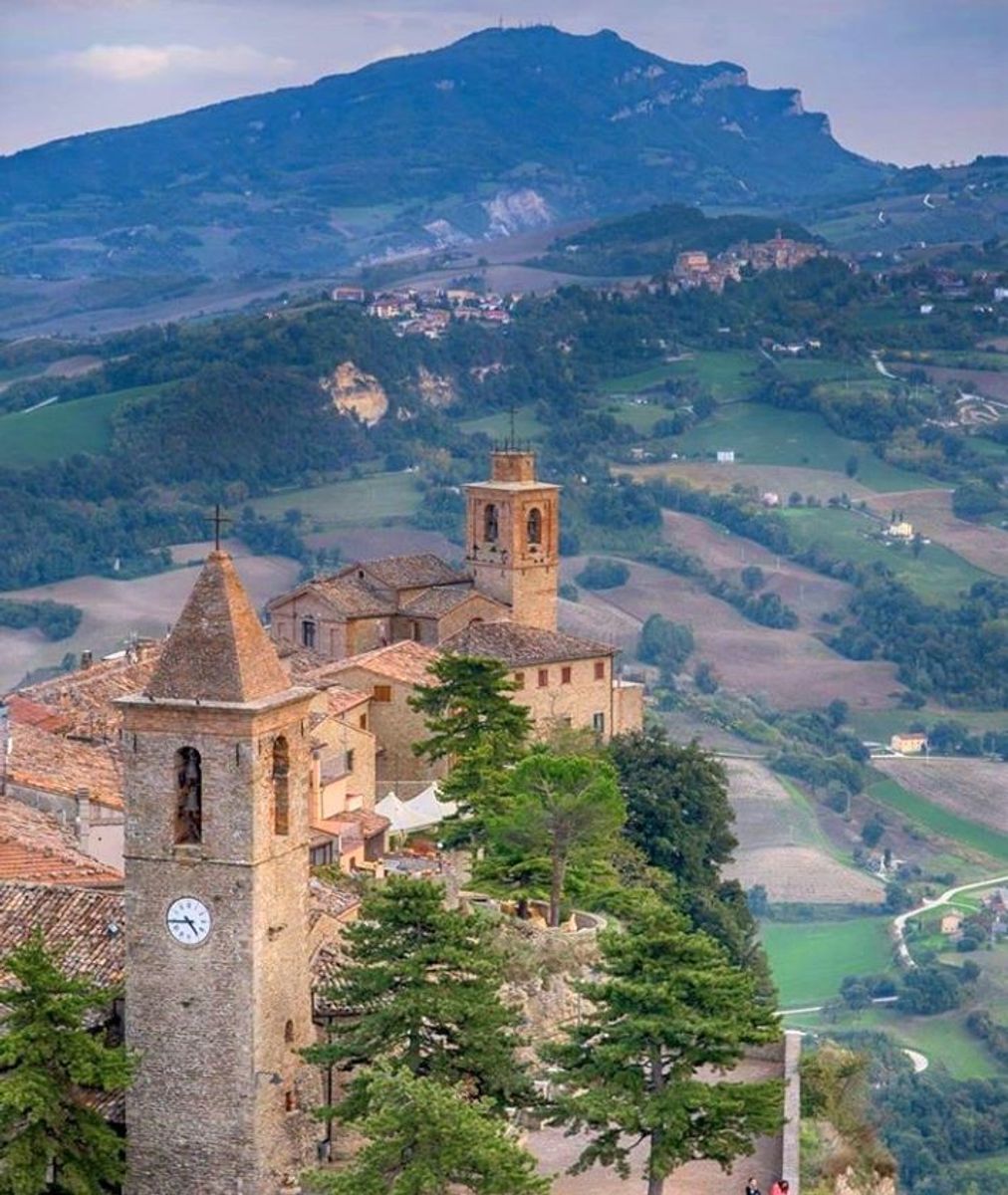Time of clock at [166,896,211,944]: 4:44
